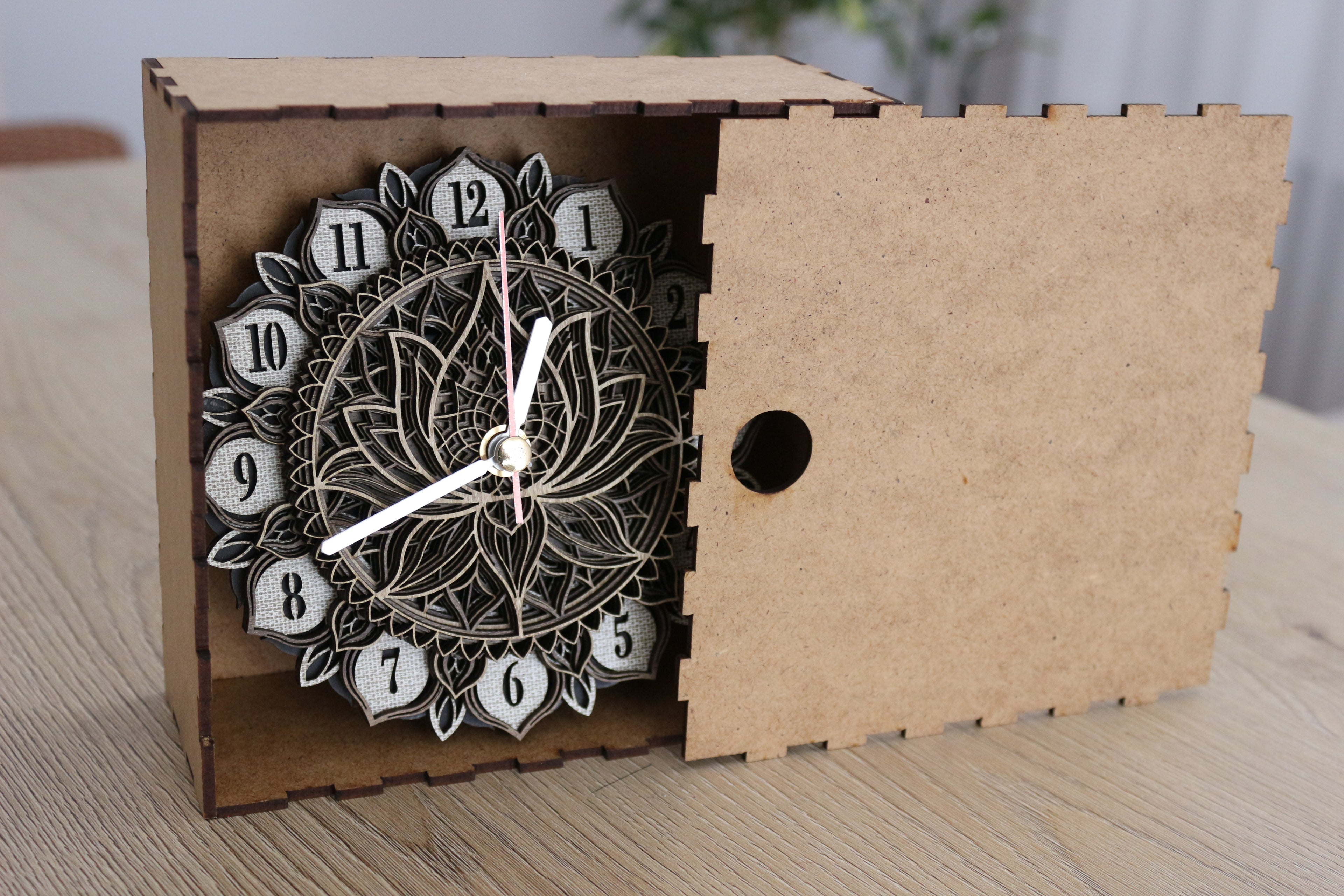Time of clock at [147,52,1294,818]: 12:41
